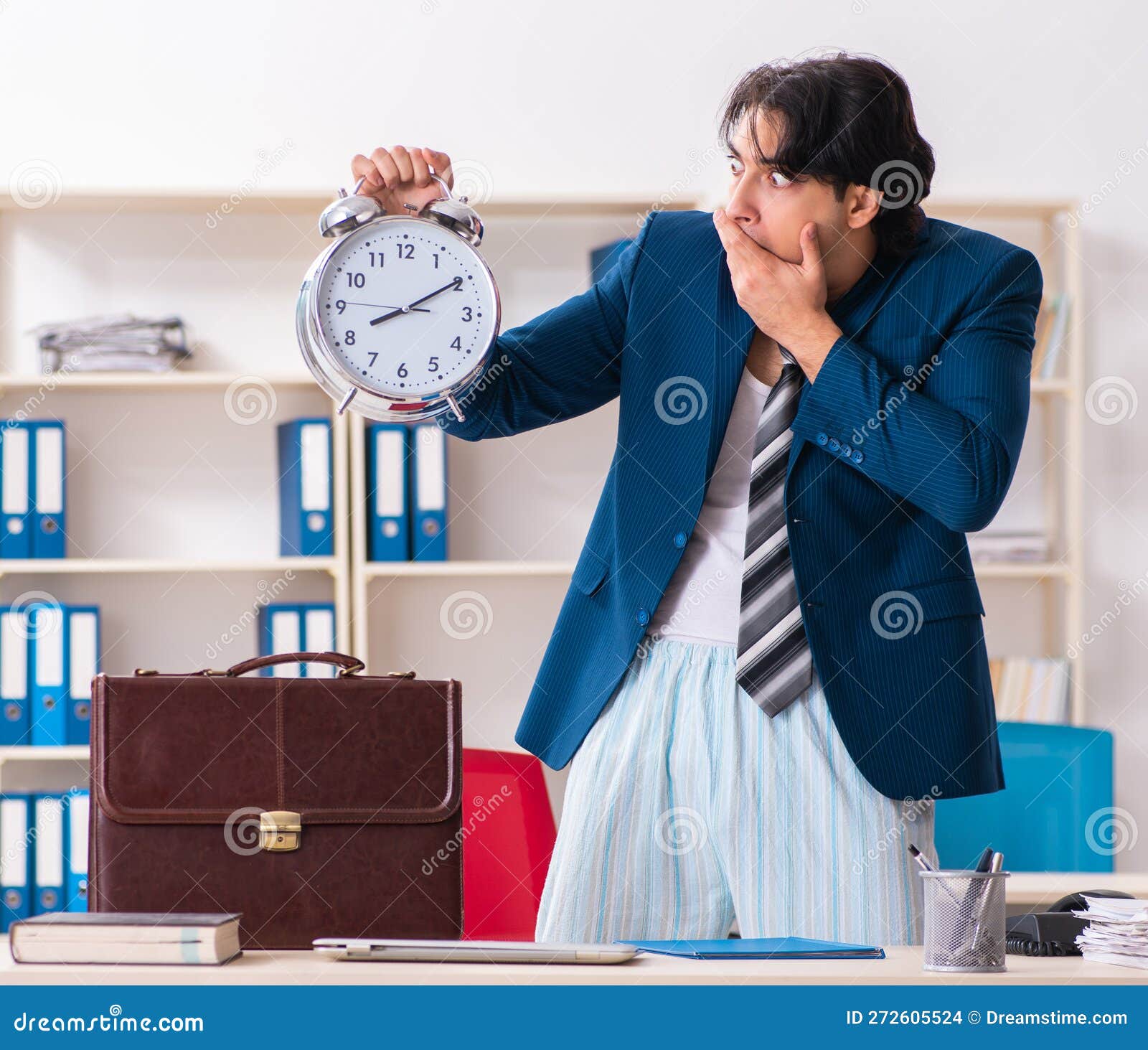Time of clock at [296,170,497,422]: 8:09
